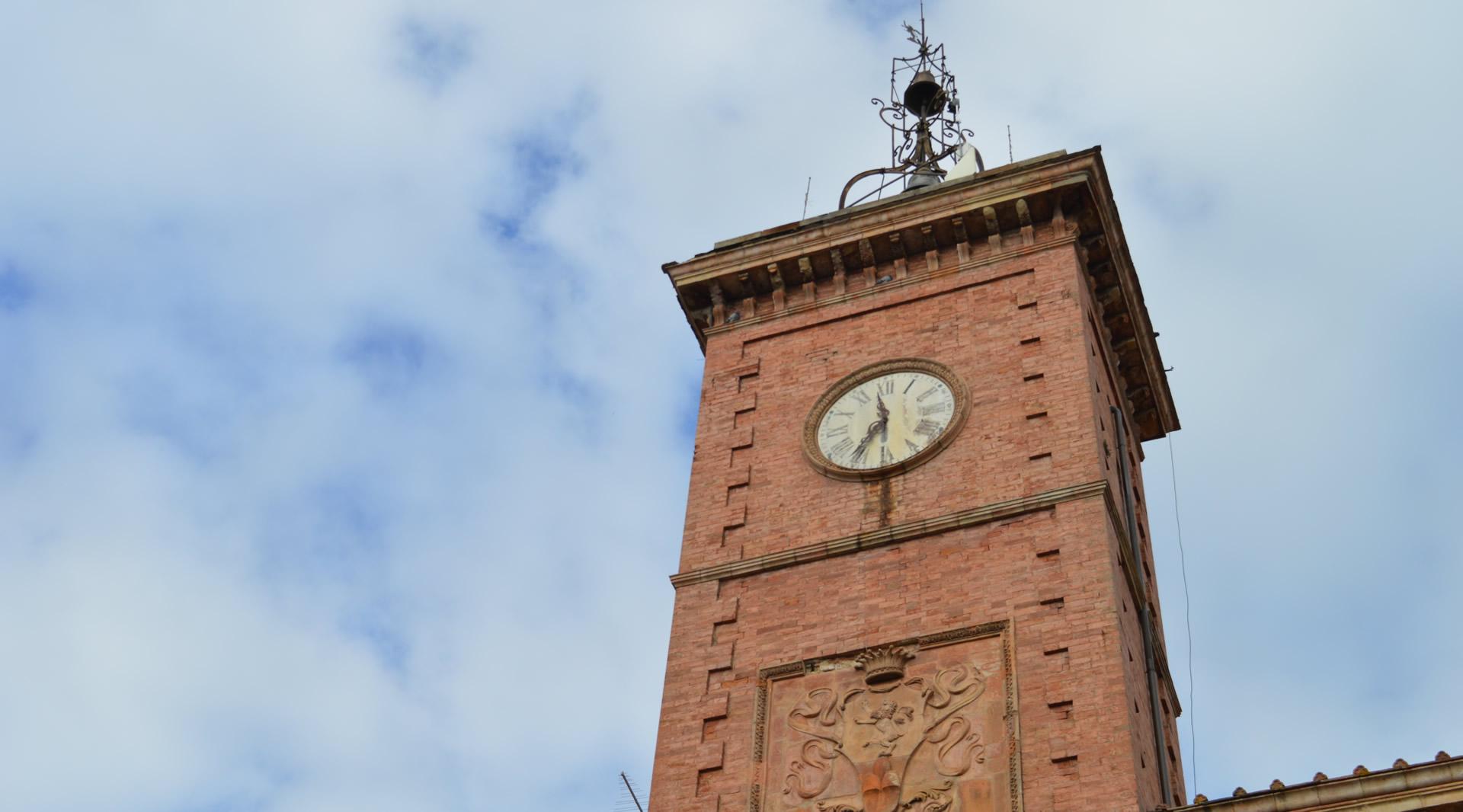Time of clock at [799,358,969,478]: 11:35
